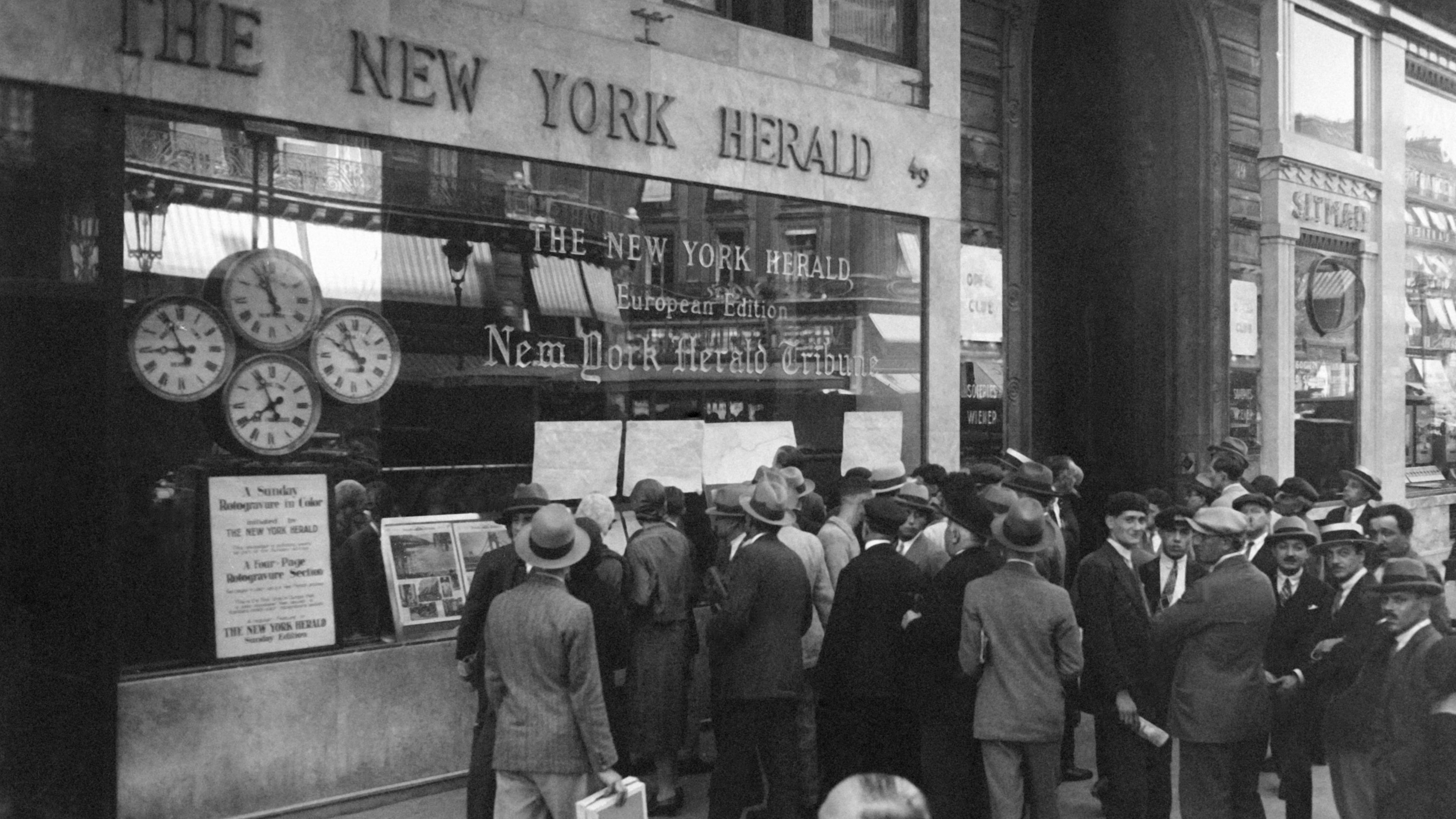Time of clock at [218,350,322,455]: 7:55
